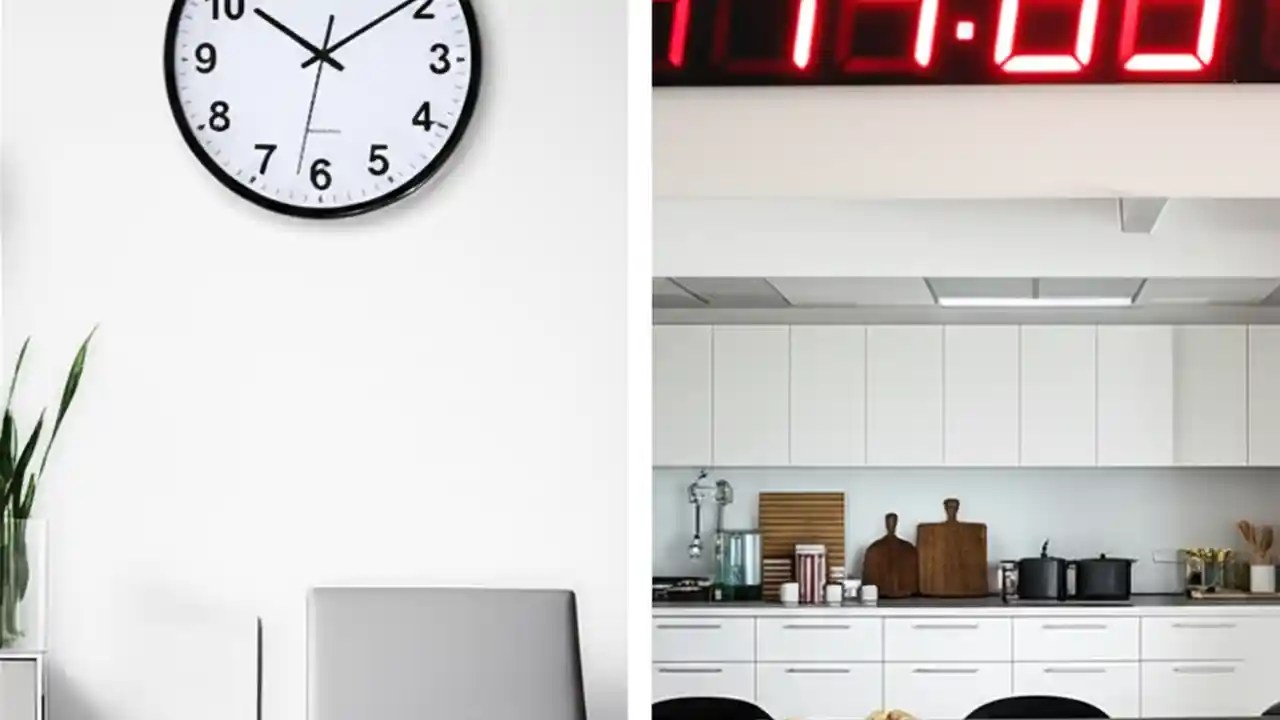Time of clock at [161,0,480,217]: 10:09
